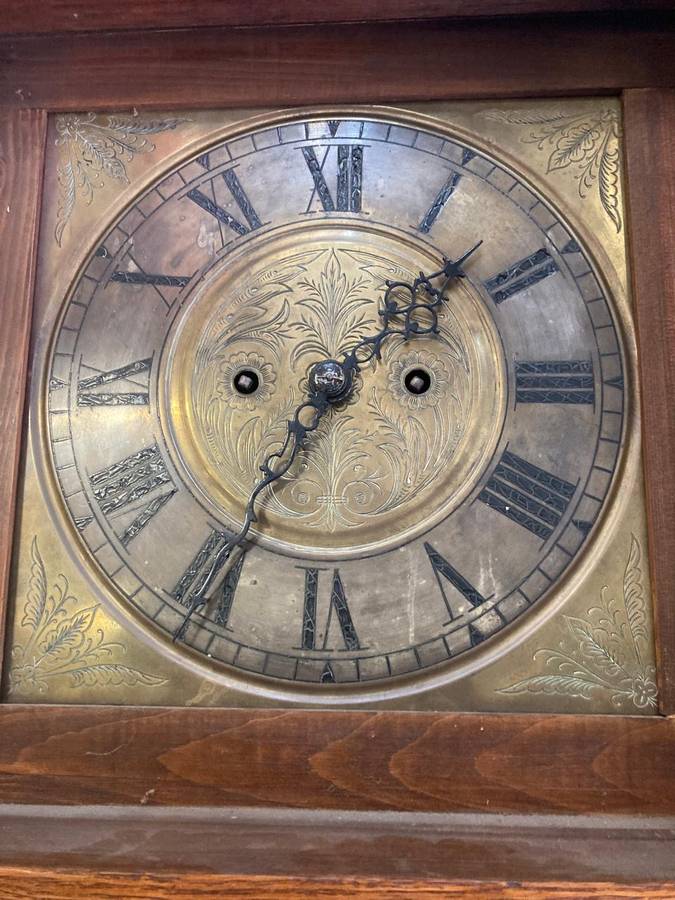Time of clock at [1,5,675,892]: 1:34
